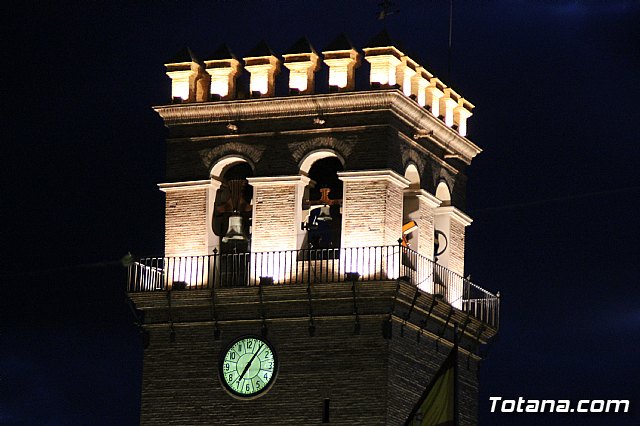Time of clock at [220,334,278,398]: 7:06
